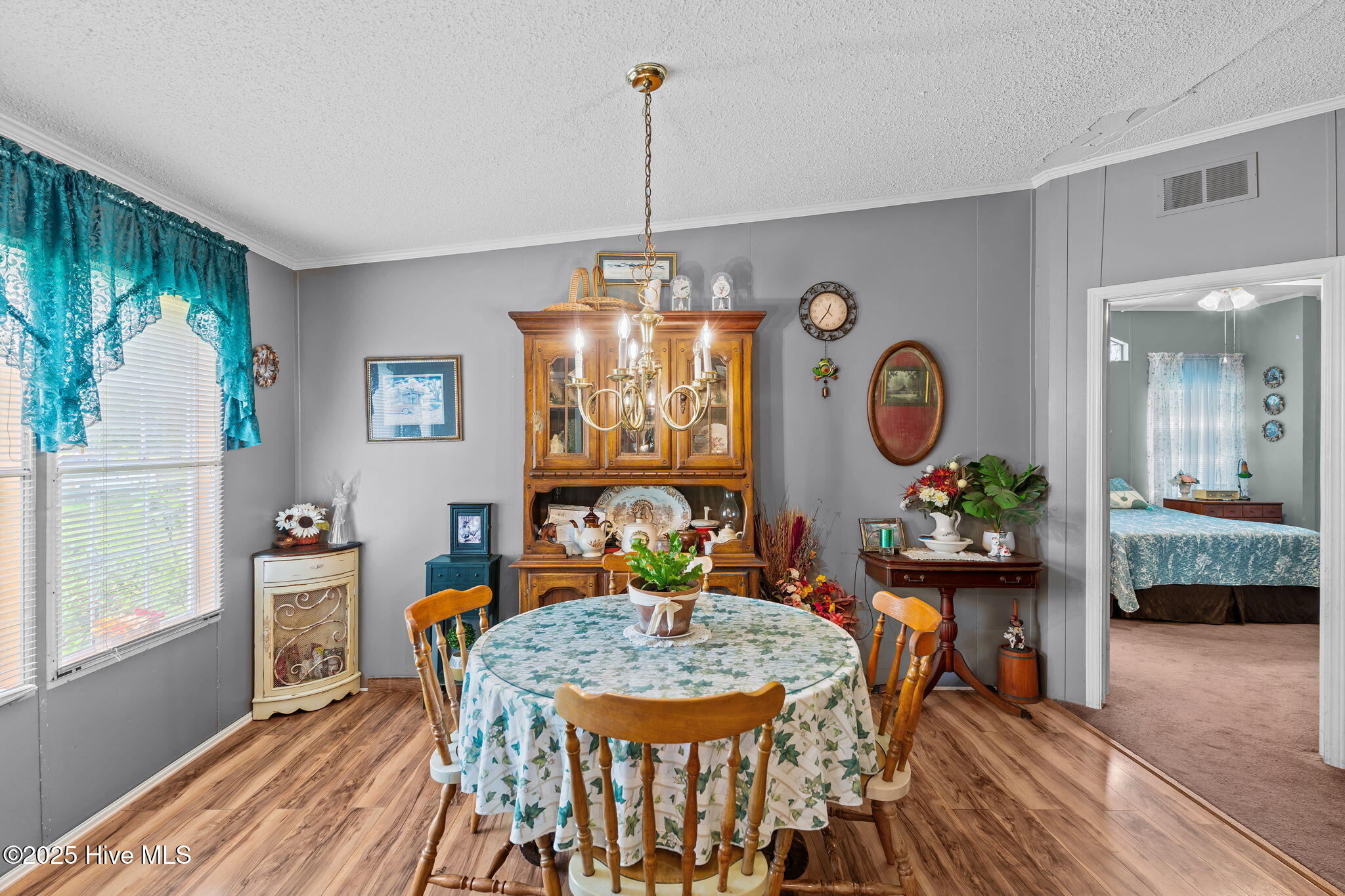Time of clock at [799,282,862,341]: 12:36
